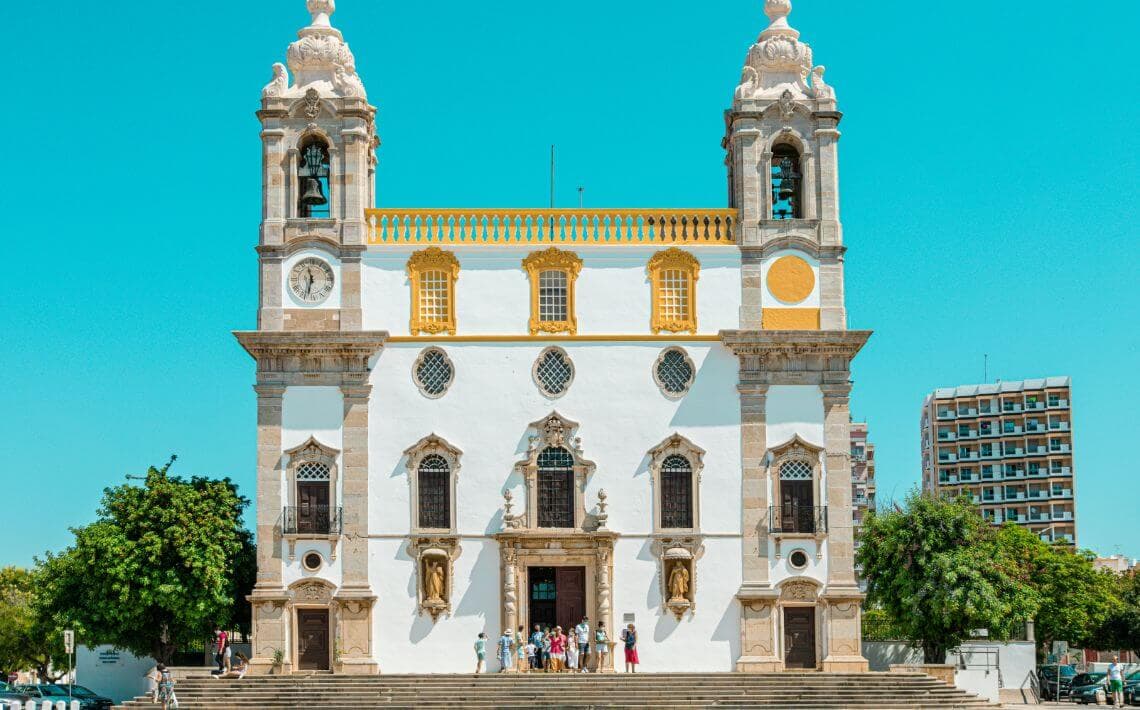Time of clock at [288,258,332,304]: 11:32
